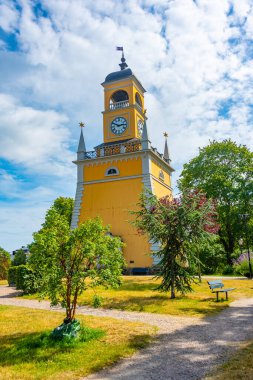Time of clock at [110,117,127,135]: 2:50
